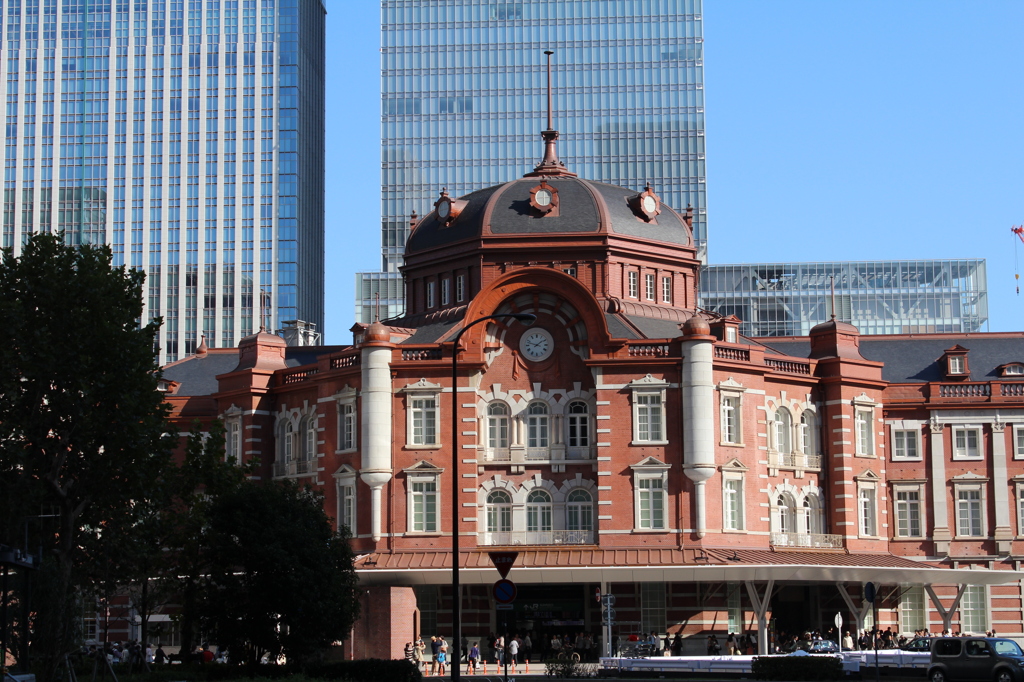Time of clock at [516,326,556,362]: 1:47
